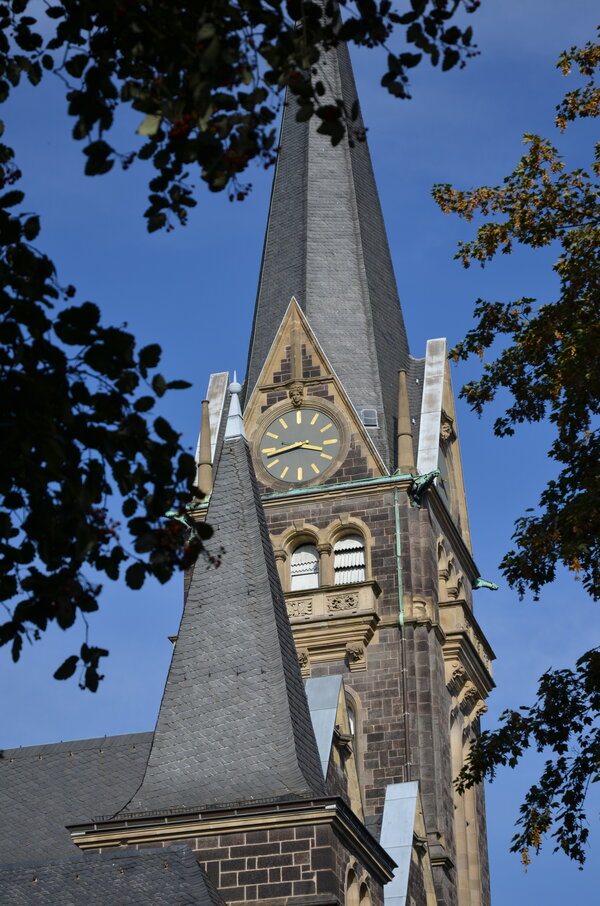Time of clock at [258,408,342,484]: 3:42
